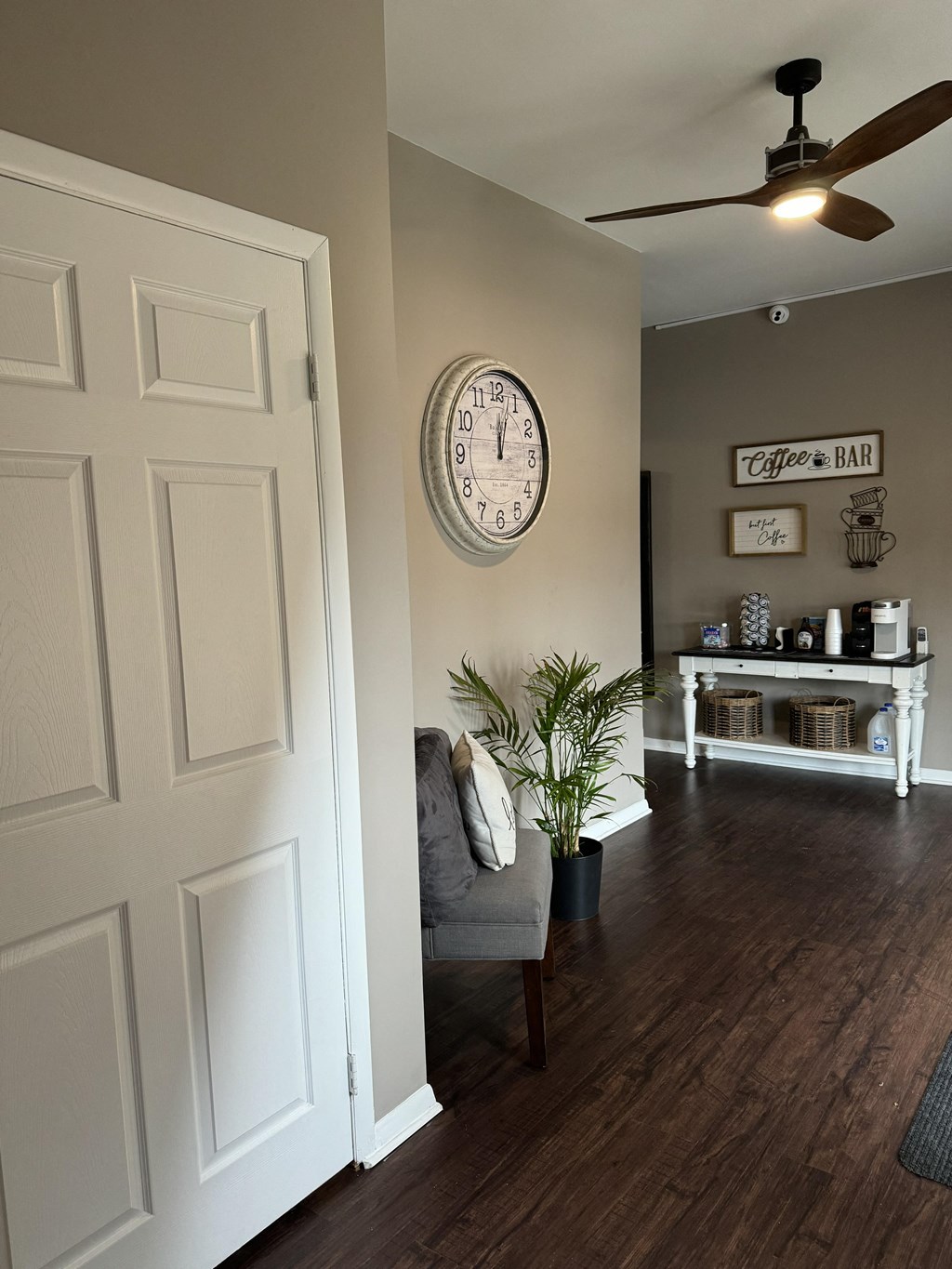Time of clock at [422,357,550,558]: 12:02
